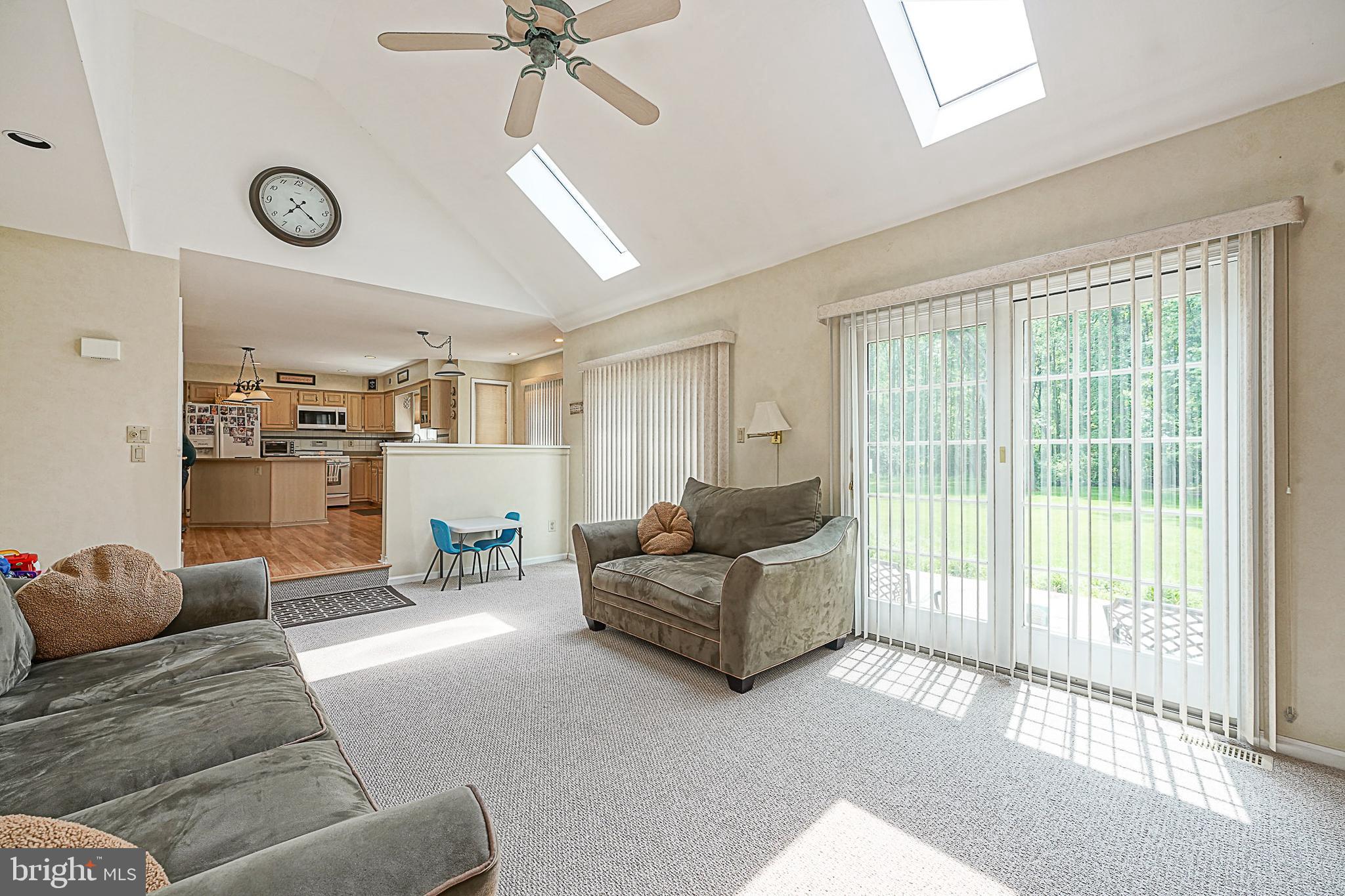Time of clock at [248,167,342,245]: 7:21
